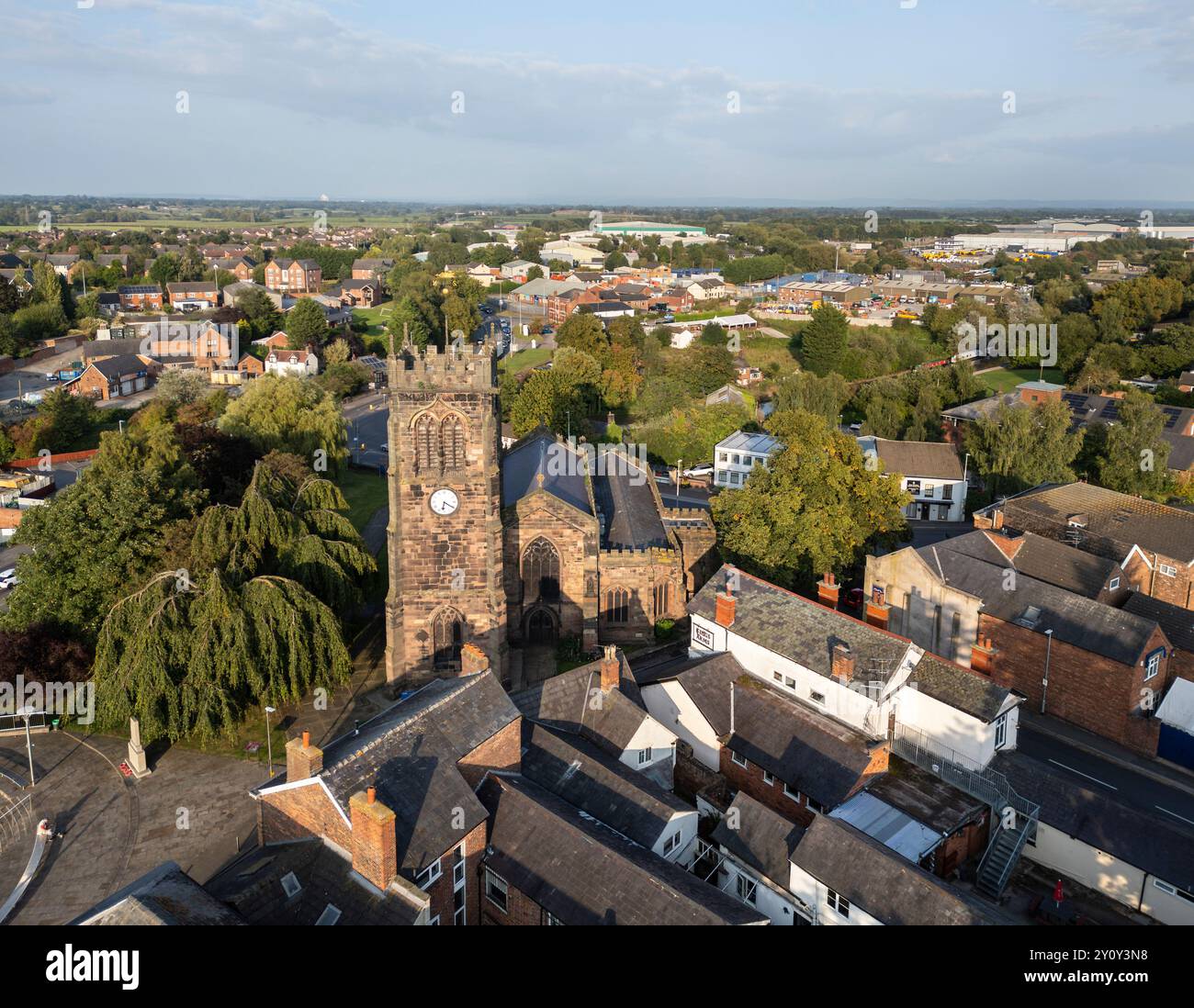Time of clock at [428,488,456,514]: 6:20
